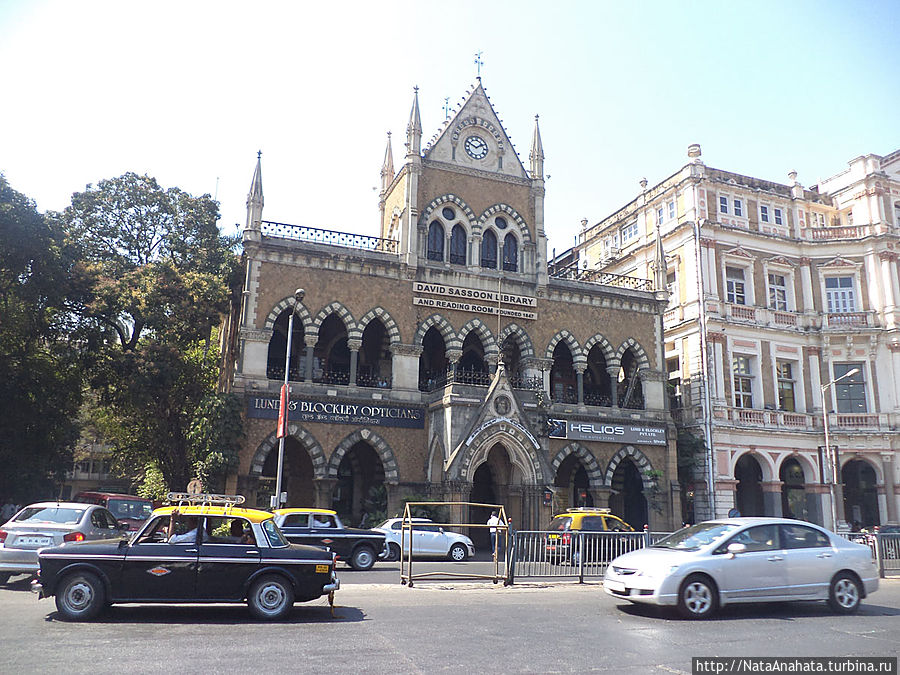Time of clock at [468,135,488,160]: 1:49
